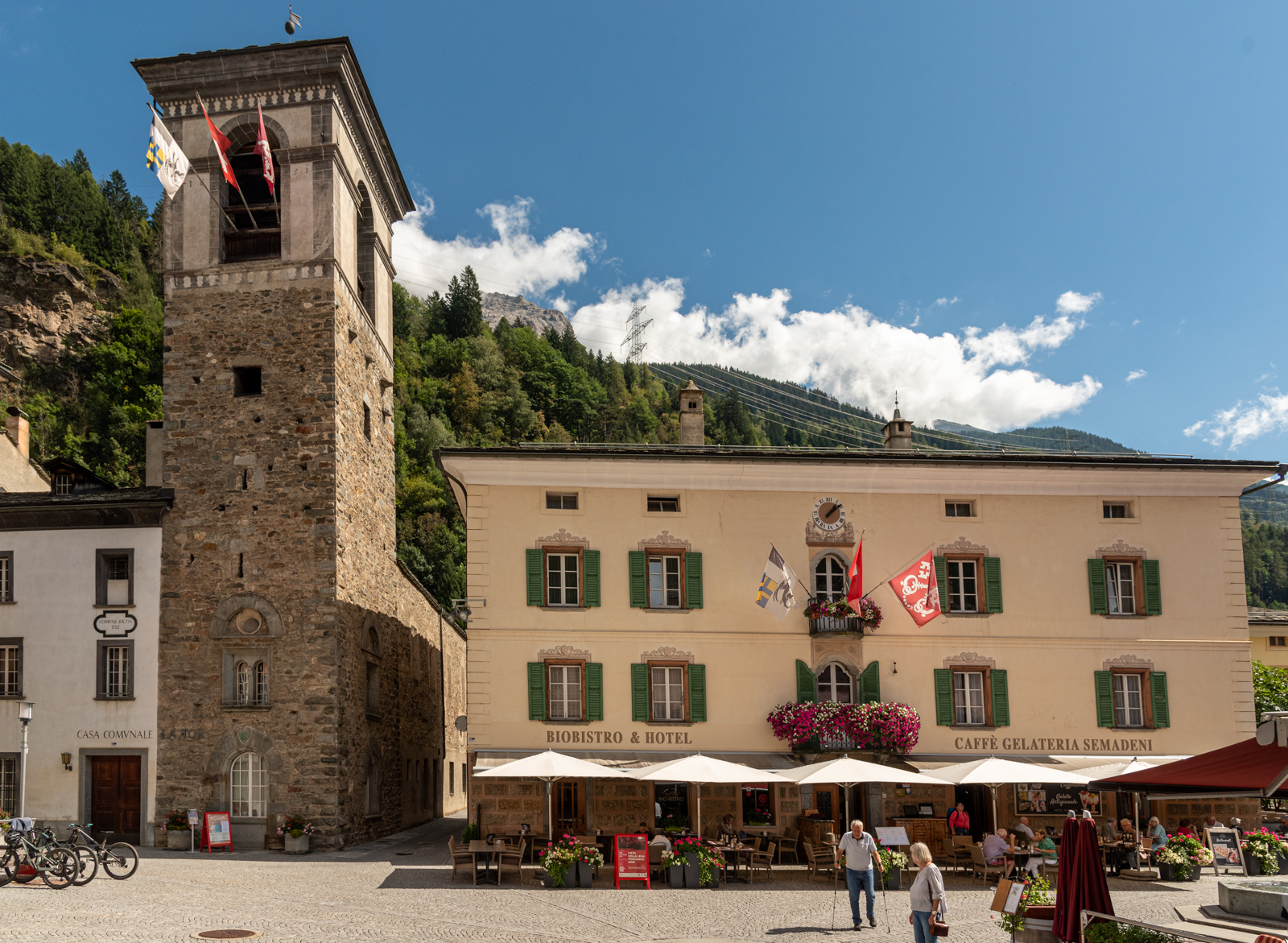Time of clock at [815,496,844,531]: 1:08
